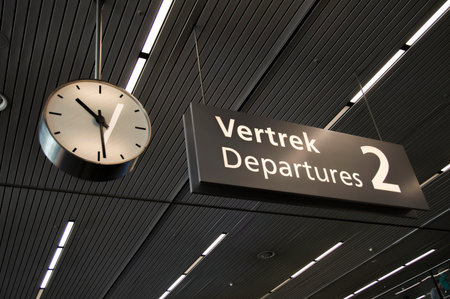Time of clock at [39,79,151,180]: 10:28
